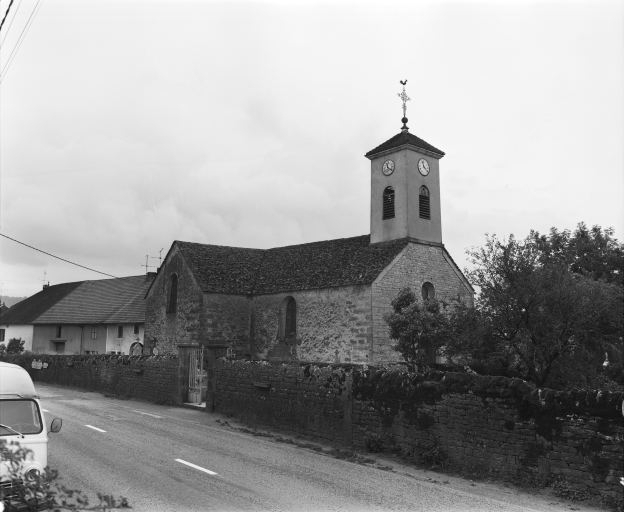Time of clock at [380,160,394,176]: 11:20
